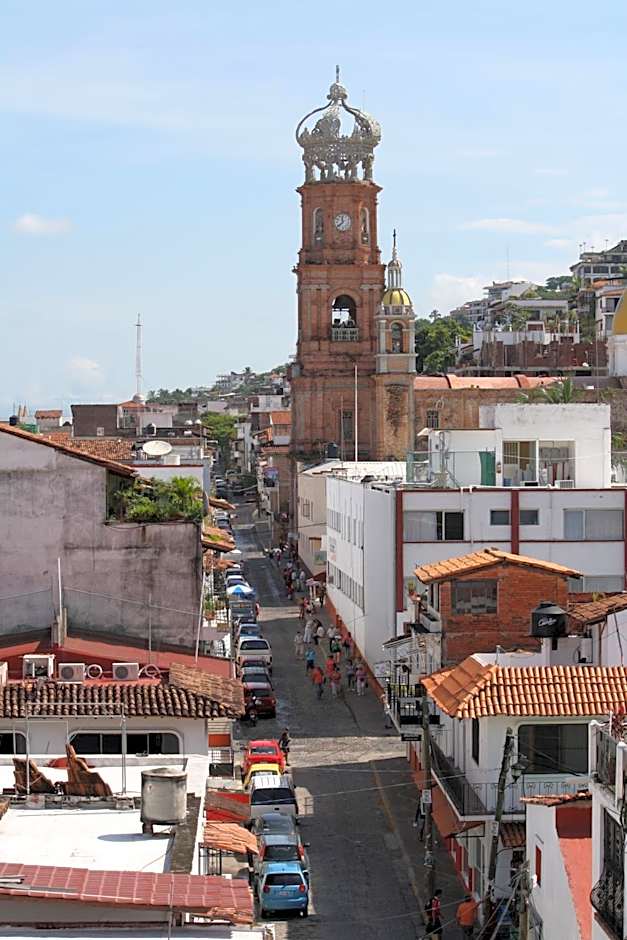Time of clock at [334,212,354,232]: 11:38
